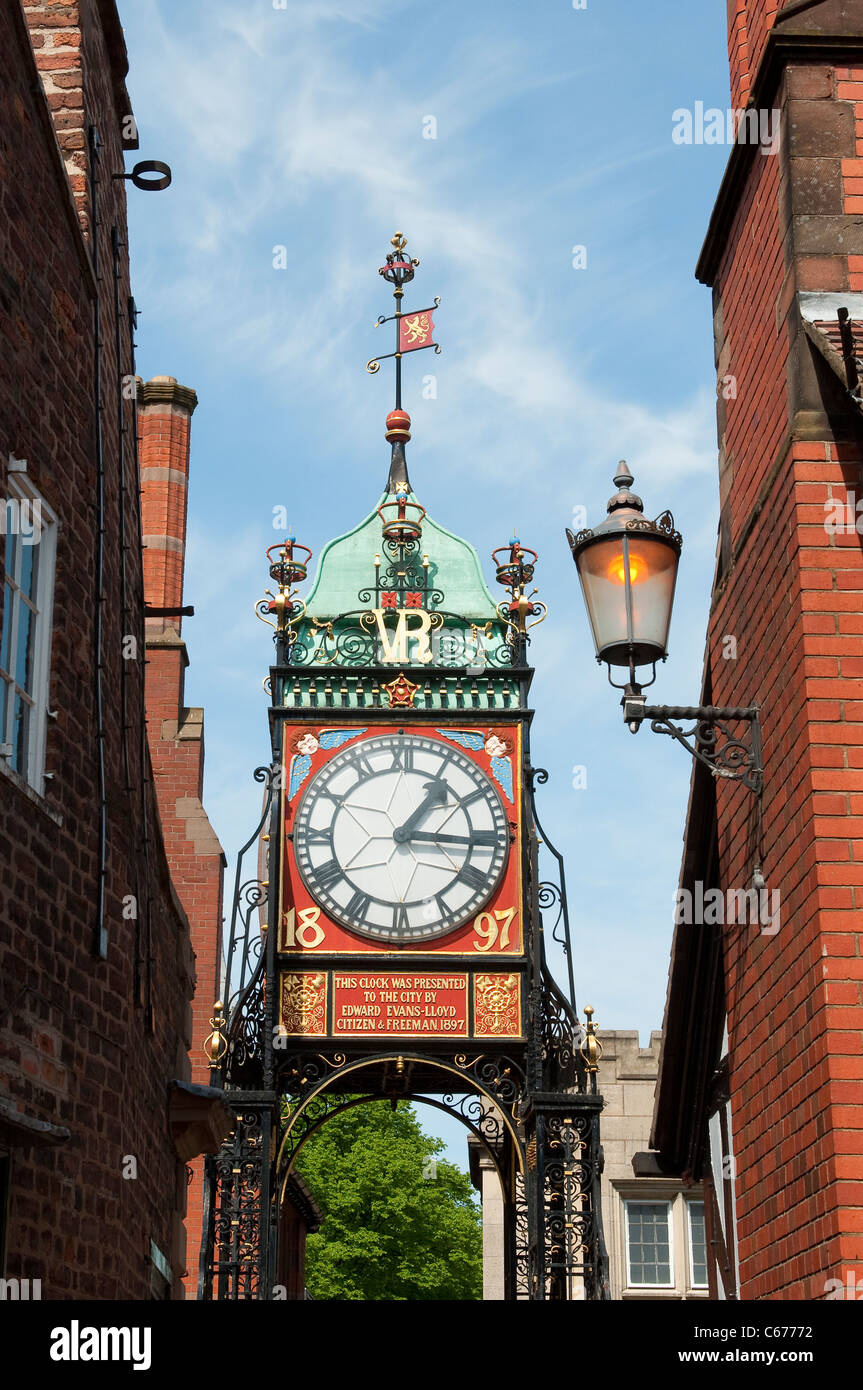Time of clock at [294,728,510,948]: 1:15
